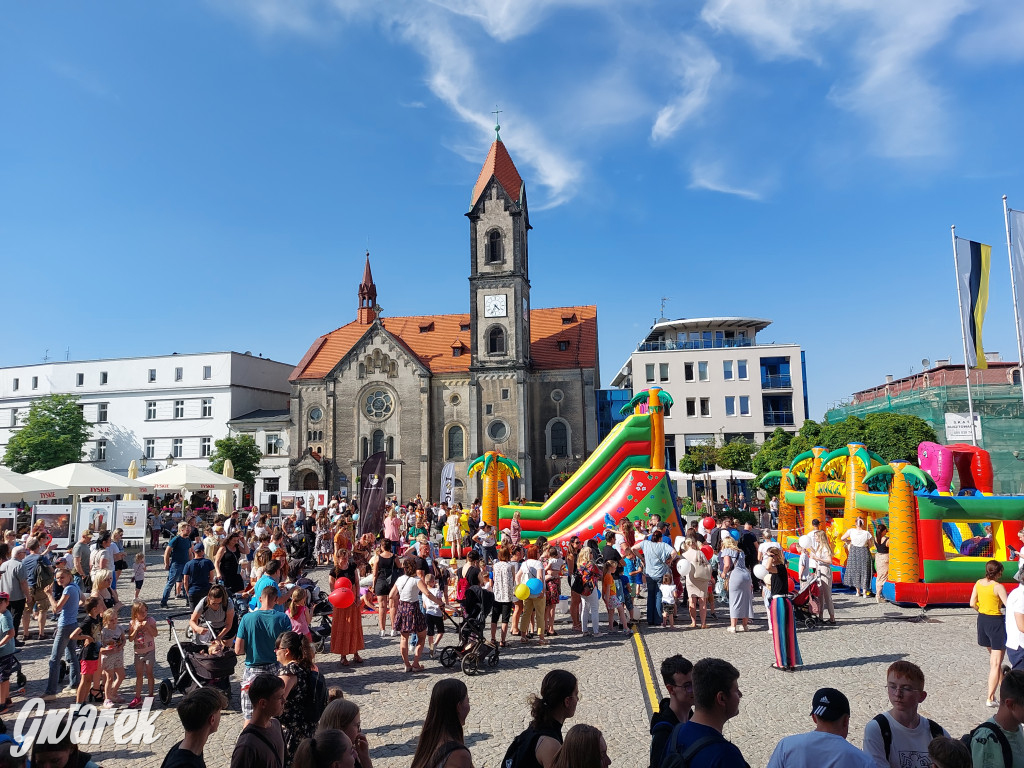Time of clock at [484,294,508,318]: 4:34
